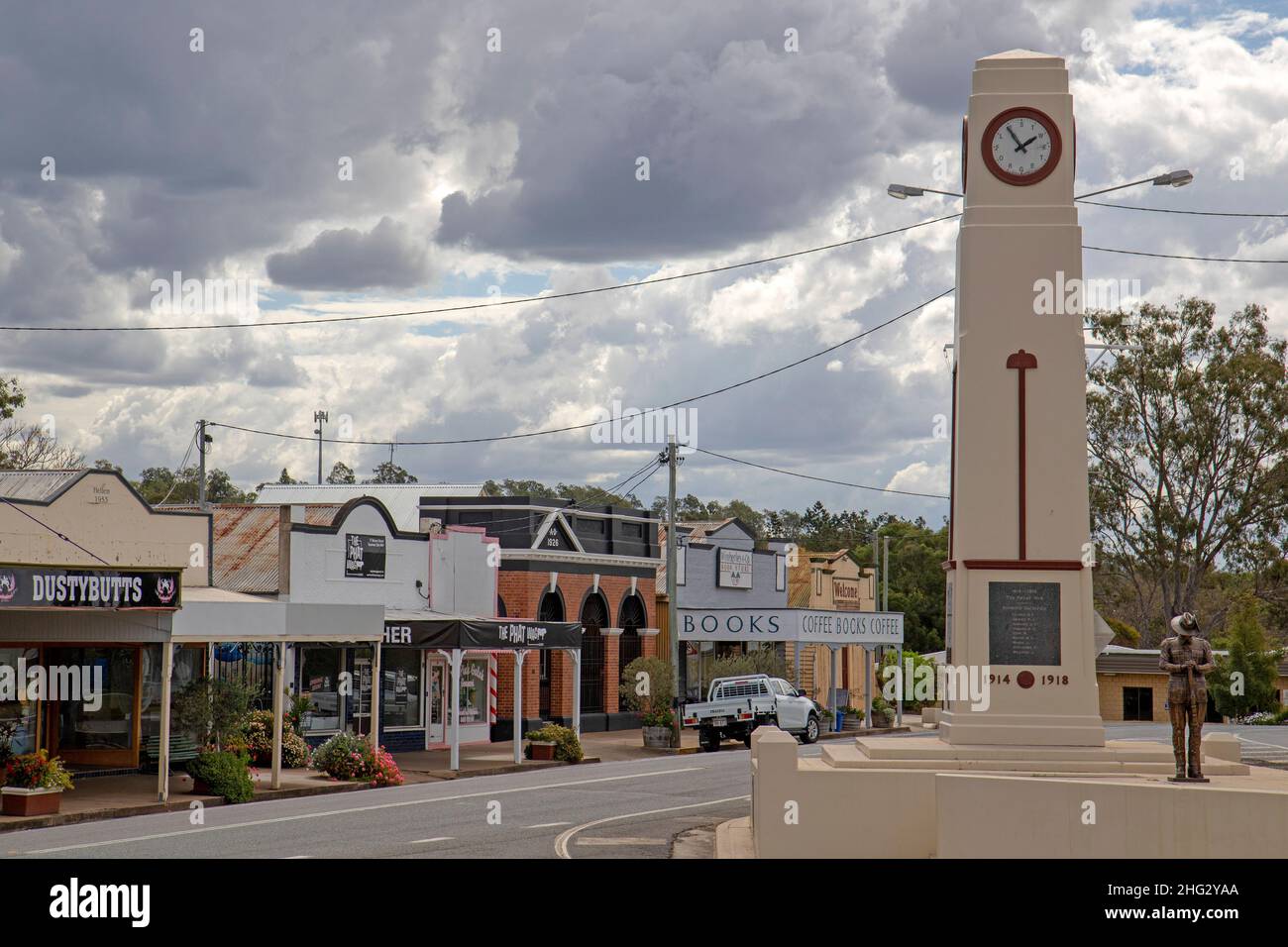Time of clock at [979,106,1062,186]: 1:54
